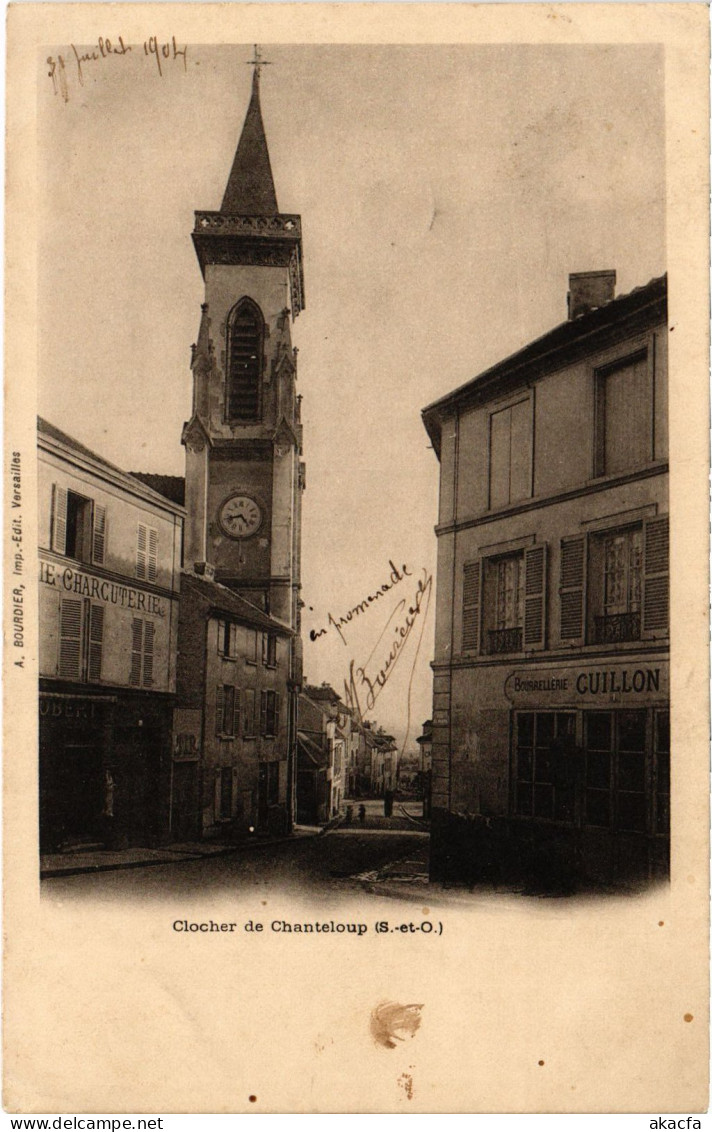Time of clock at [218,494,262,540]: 4:42
